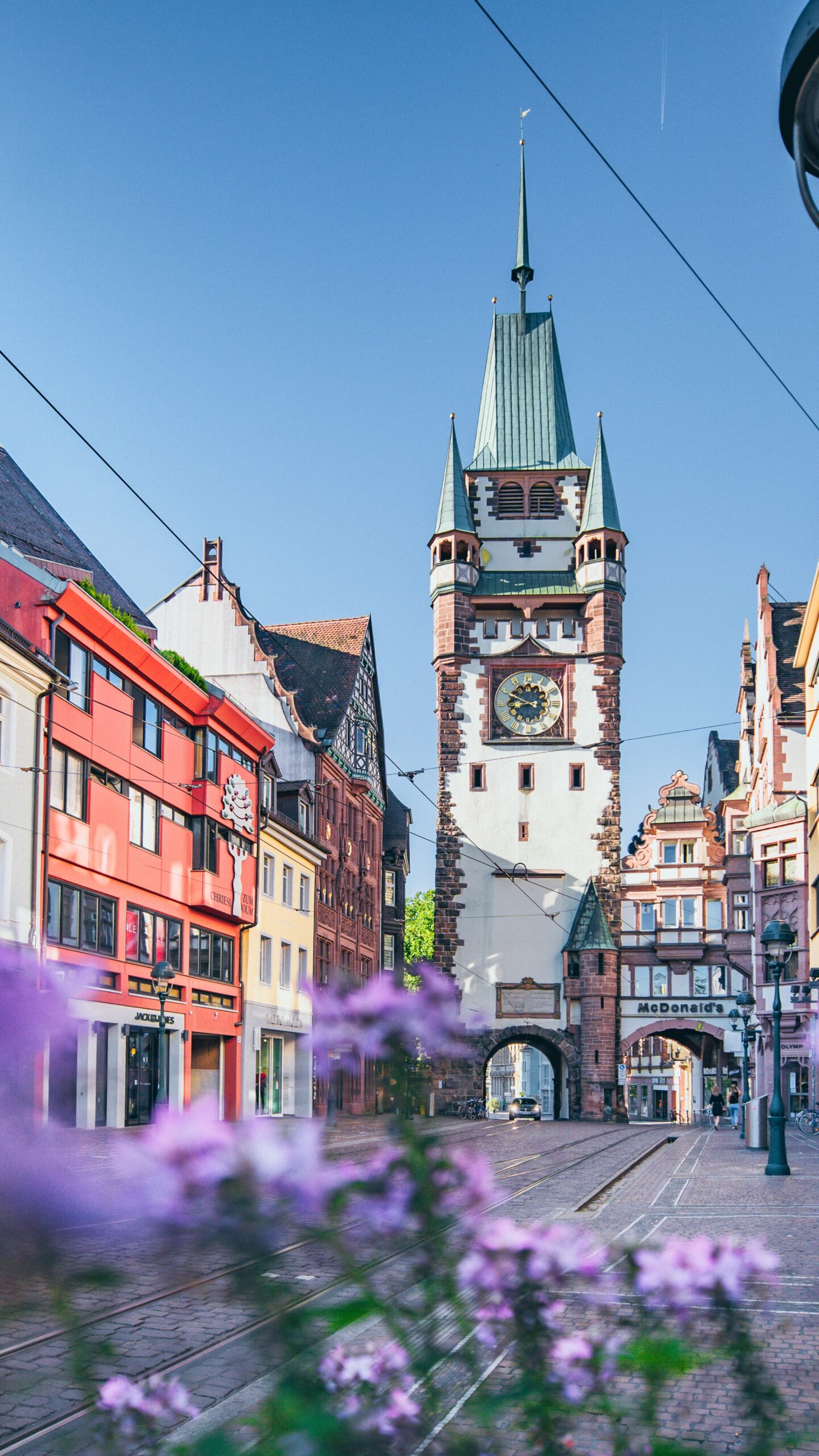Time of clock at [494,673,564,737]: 8:49
